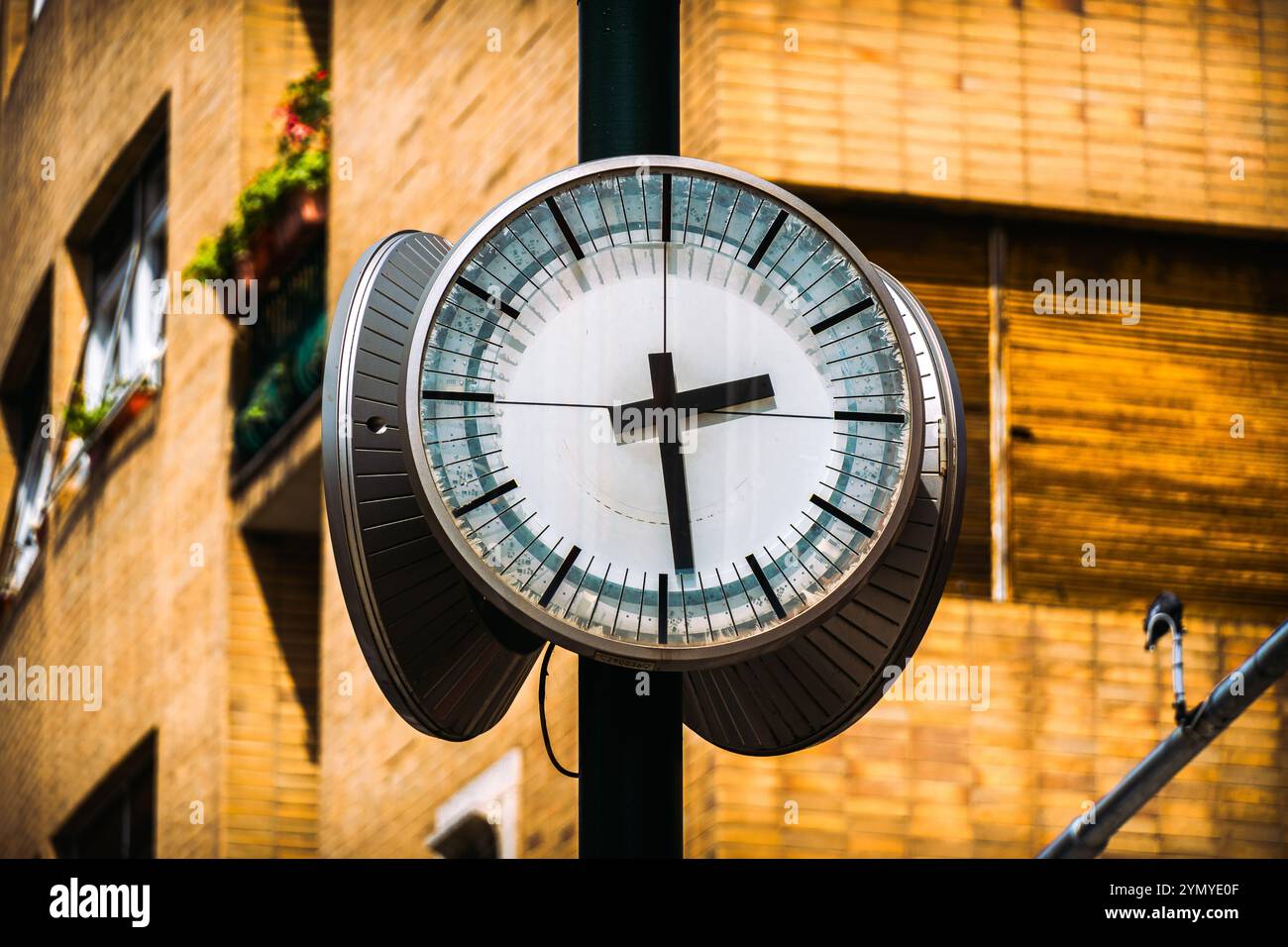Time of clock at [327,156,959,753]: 2:28
